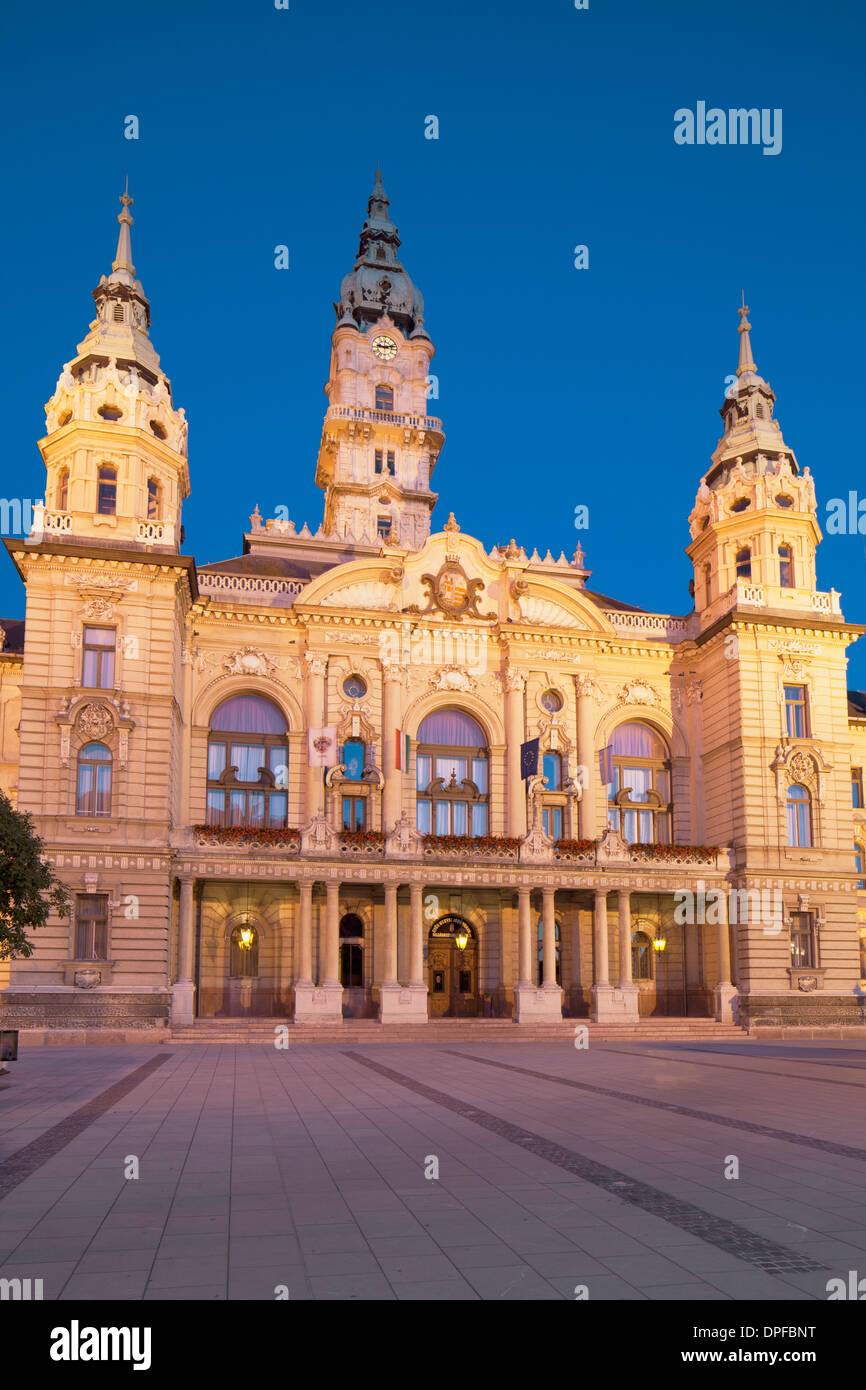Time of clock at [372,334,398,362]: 9:12
